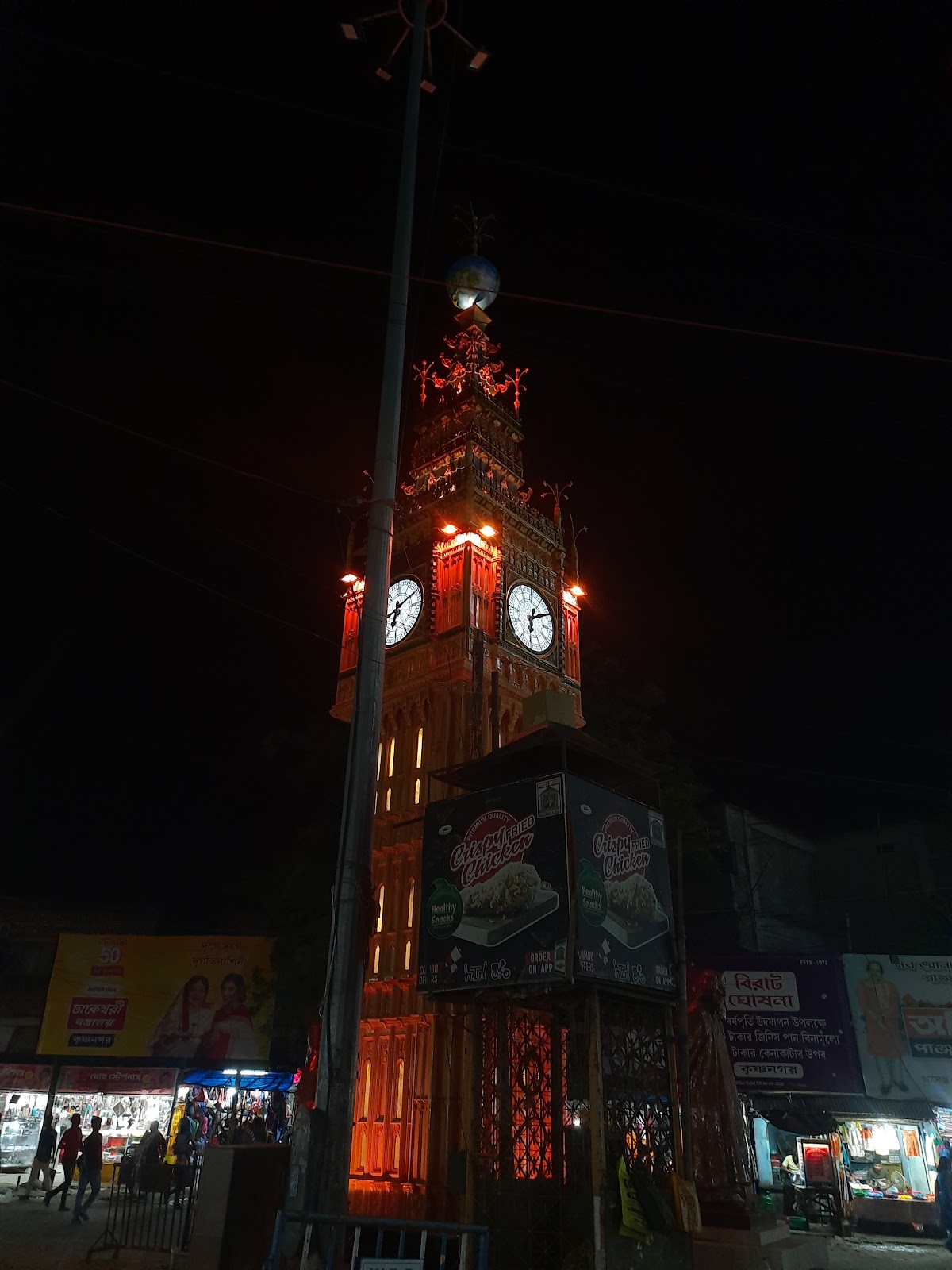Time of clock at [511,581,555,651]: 6:10
